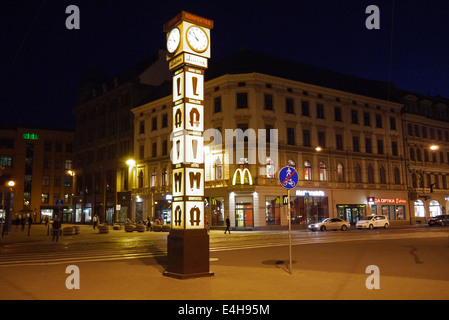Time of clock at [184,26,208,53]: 10:48
